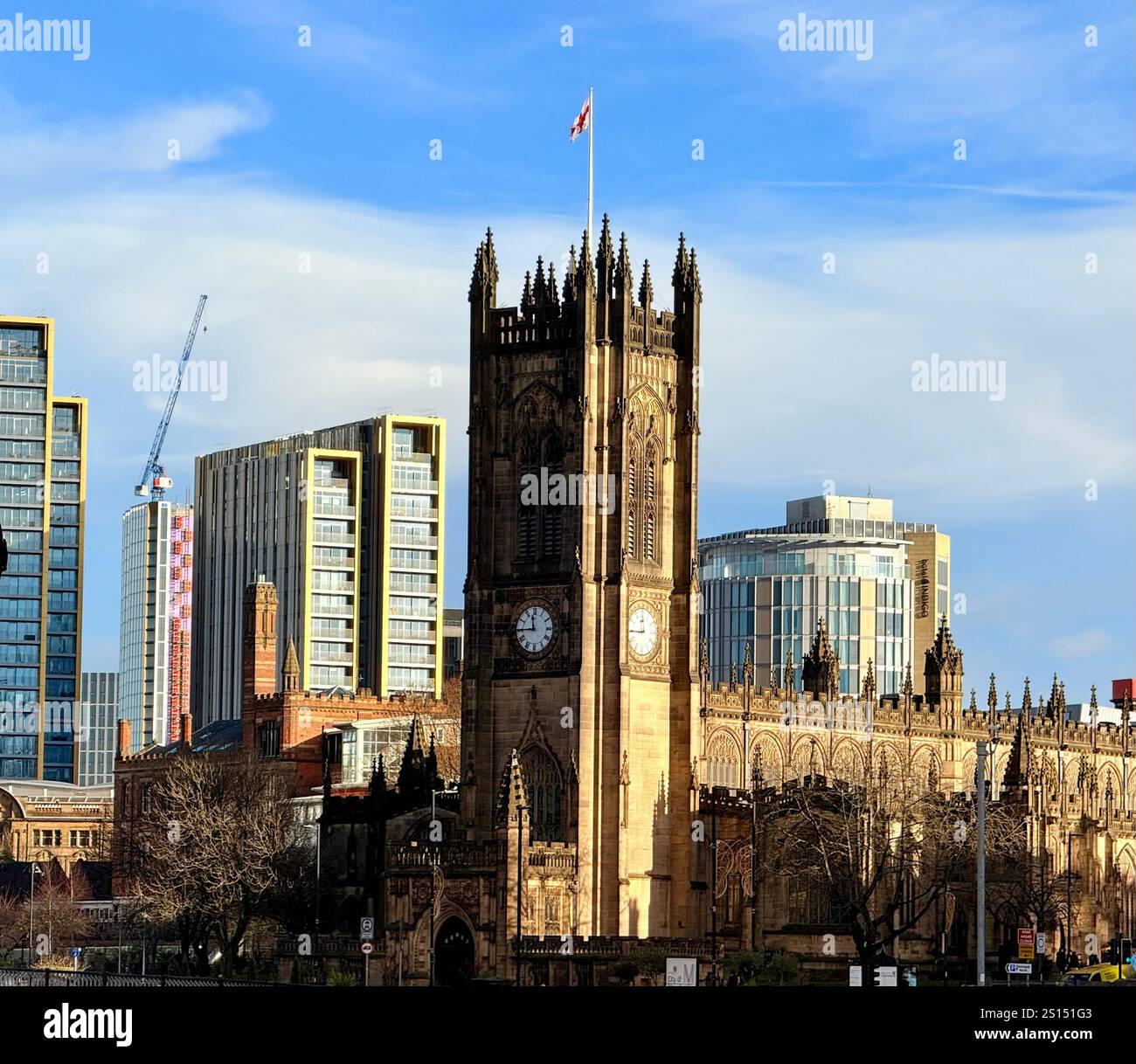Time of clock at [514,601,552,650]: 11:44
